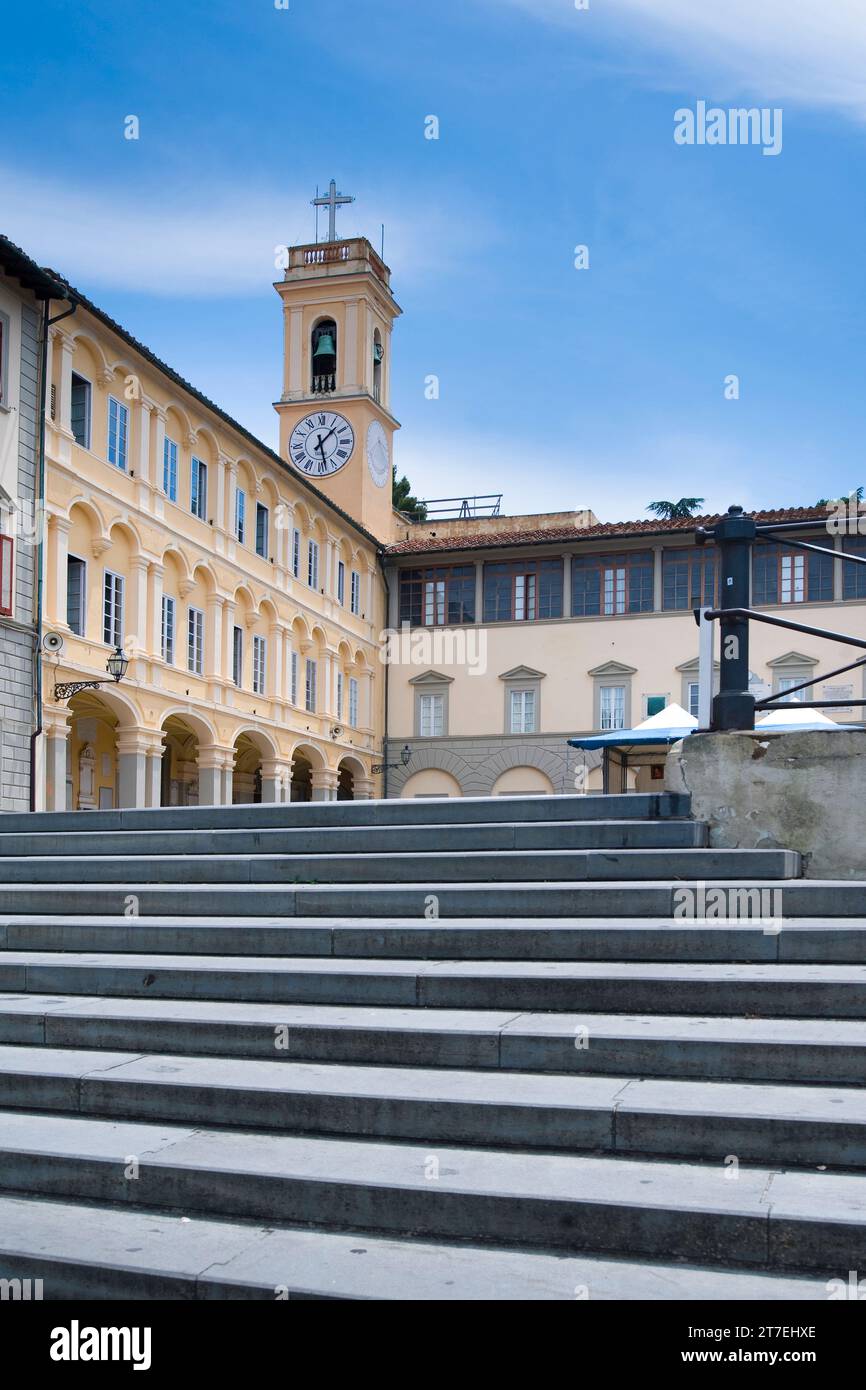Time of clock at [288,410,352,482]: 1:28
